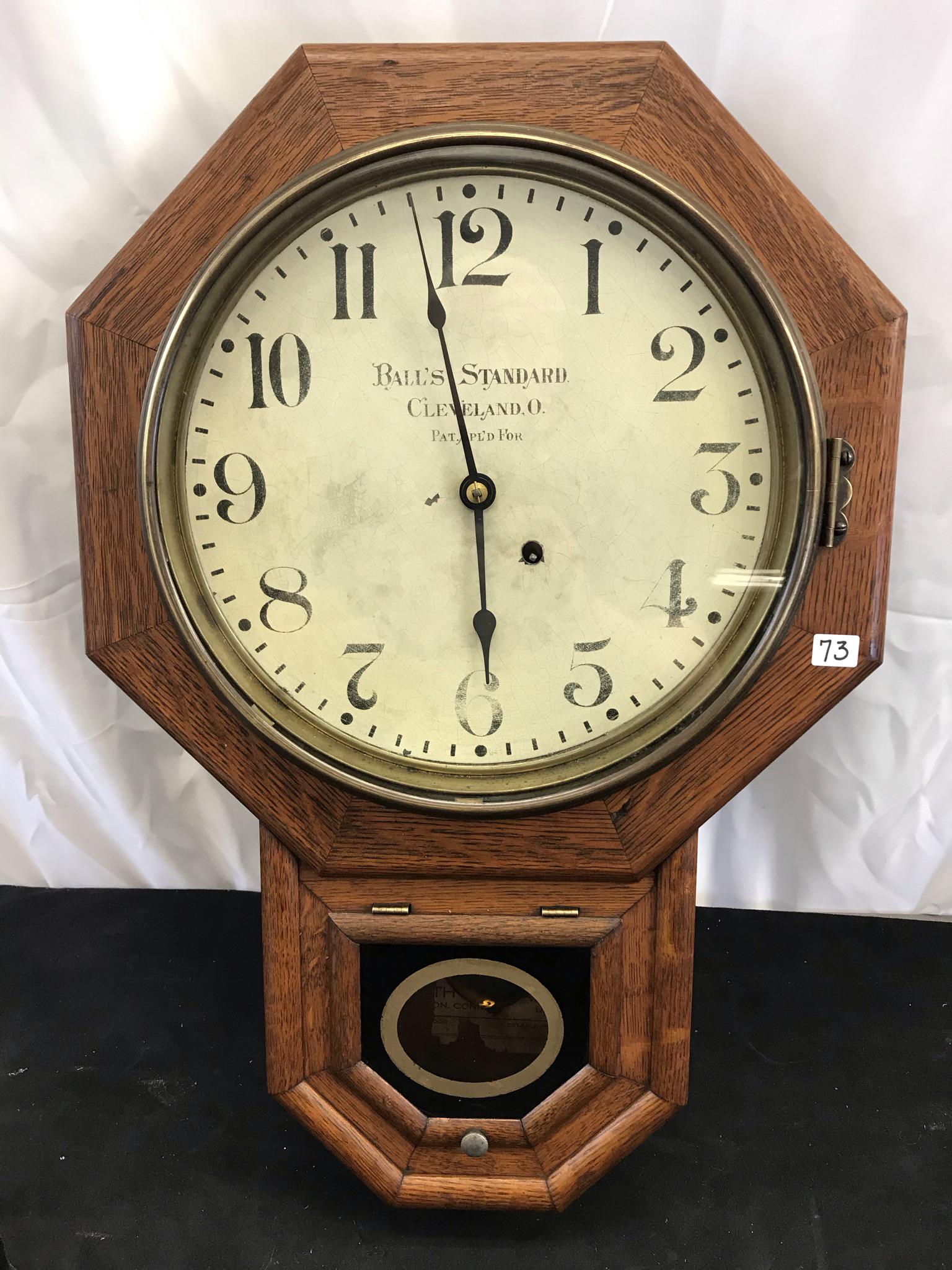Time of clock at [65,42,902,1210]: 5:58
